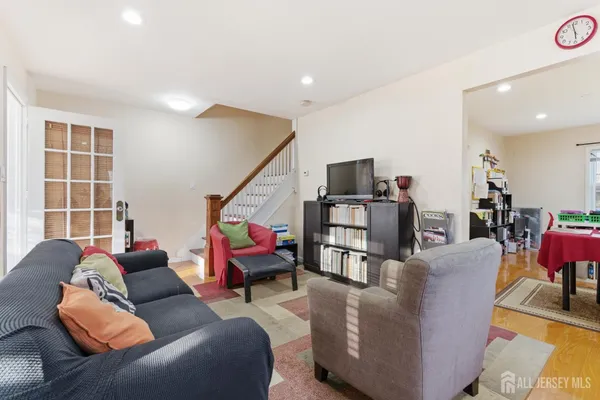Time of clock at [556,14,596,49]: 5:58
